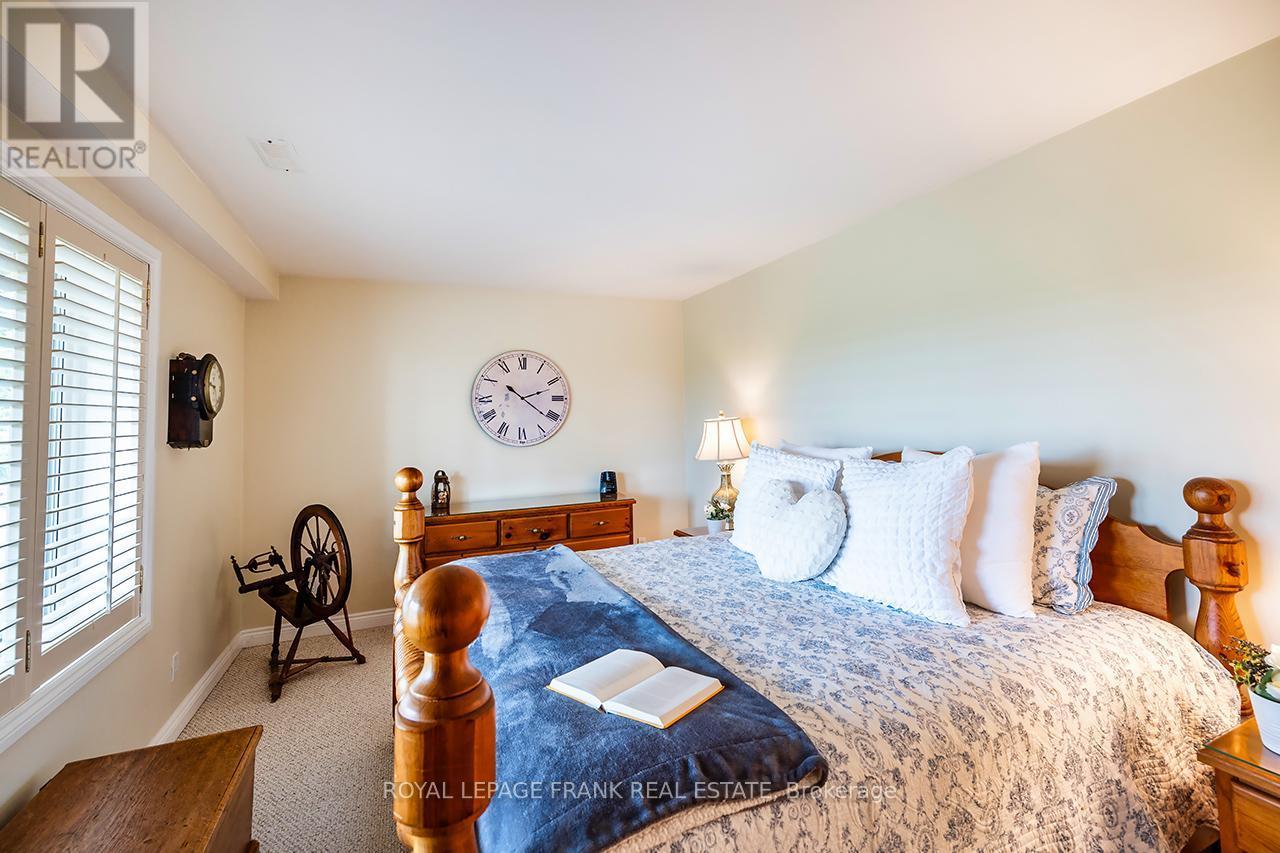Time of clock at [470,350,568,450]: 2:21
